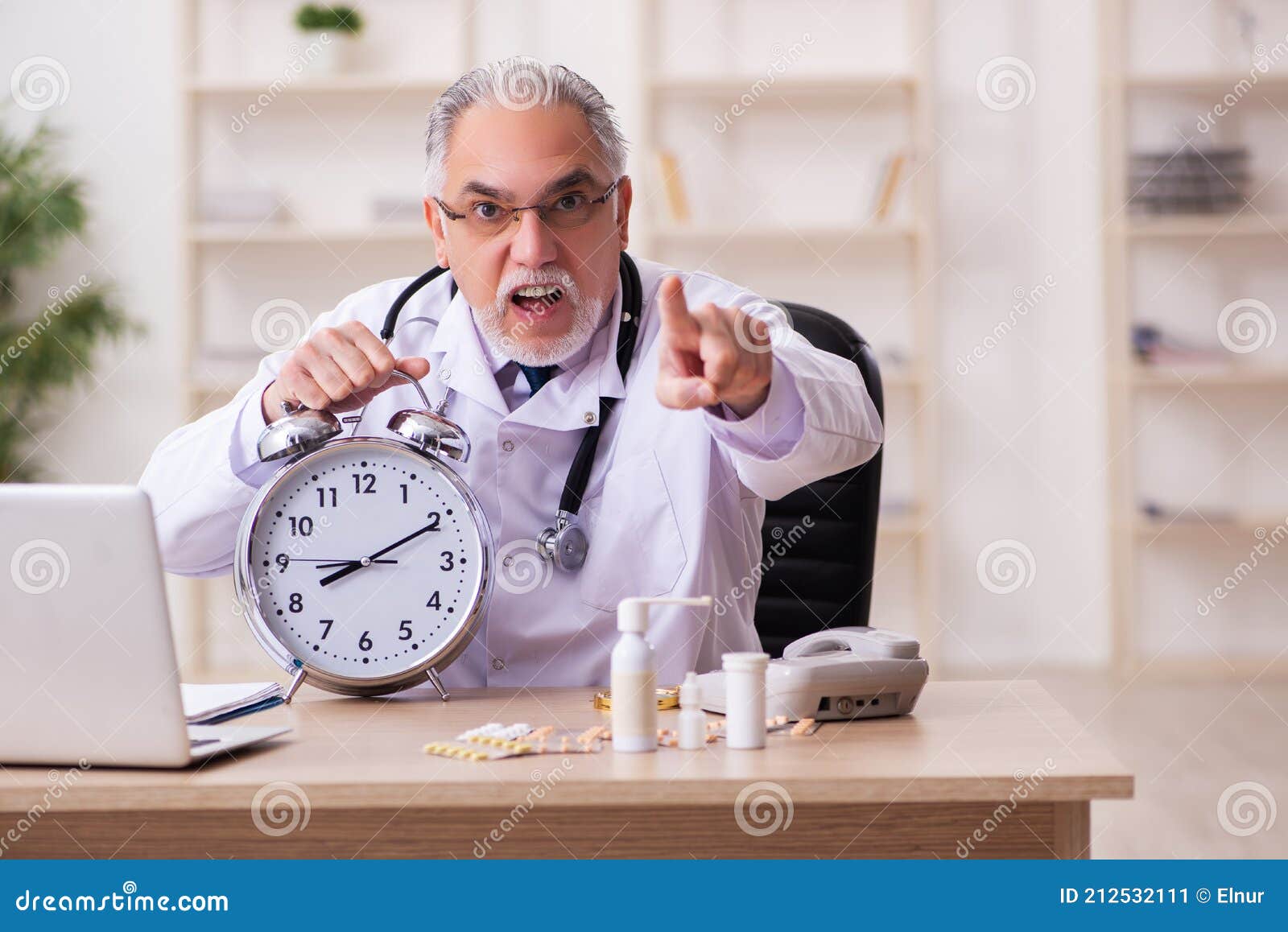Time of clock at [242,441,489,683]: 8:10
